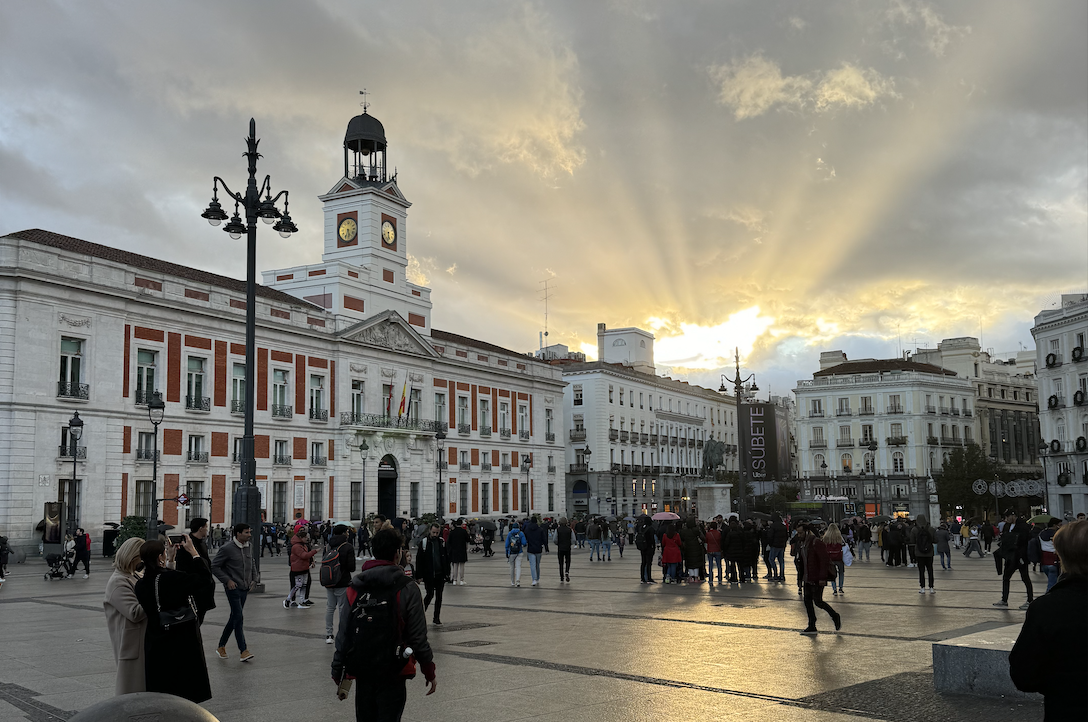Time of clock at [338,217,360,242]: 5:33
